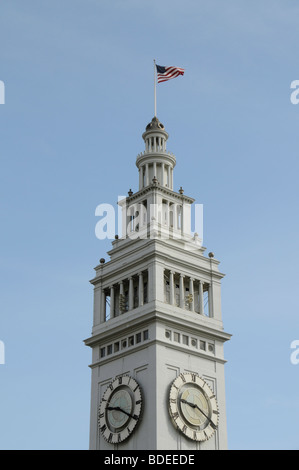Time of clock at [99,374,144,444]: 9:20
